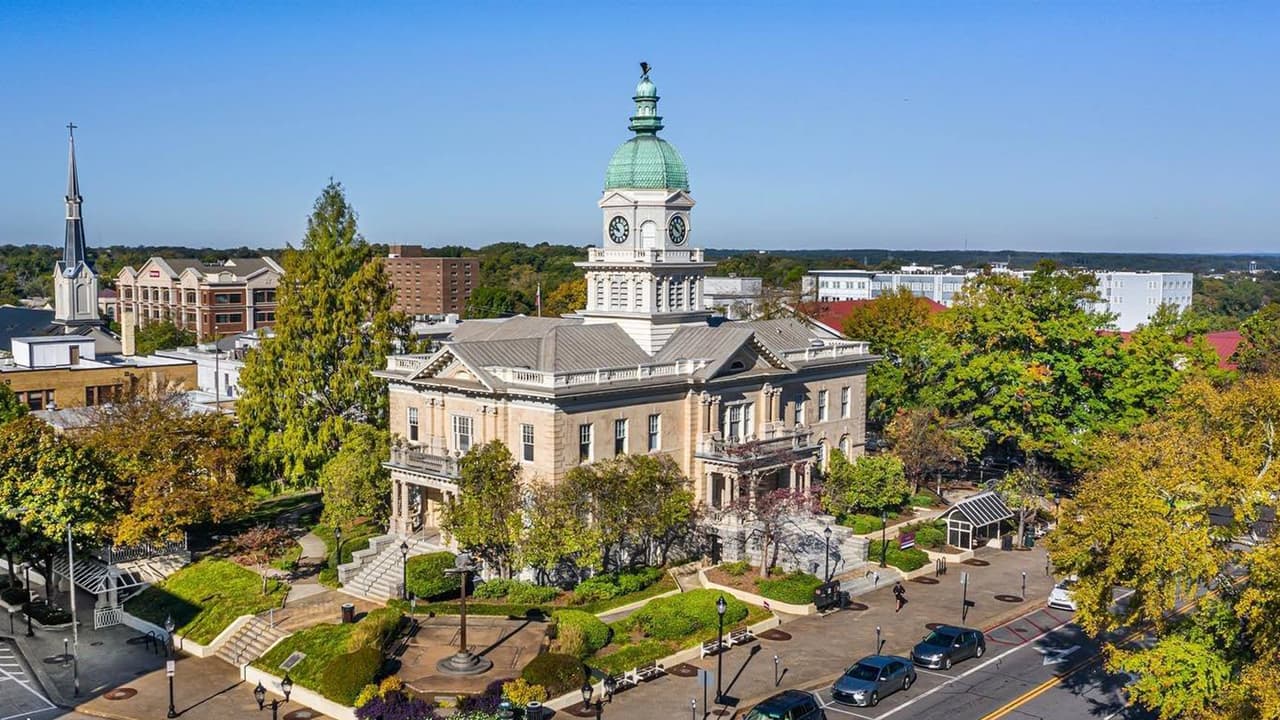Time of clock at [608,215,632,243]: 10:48
